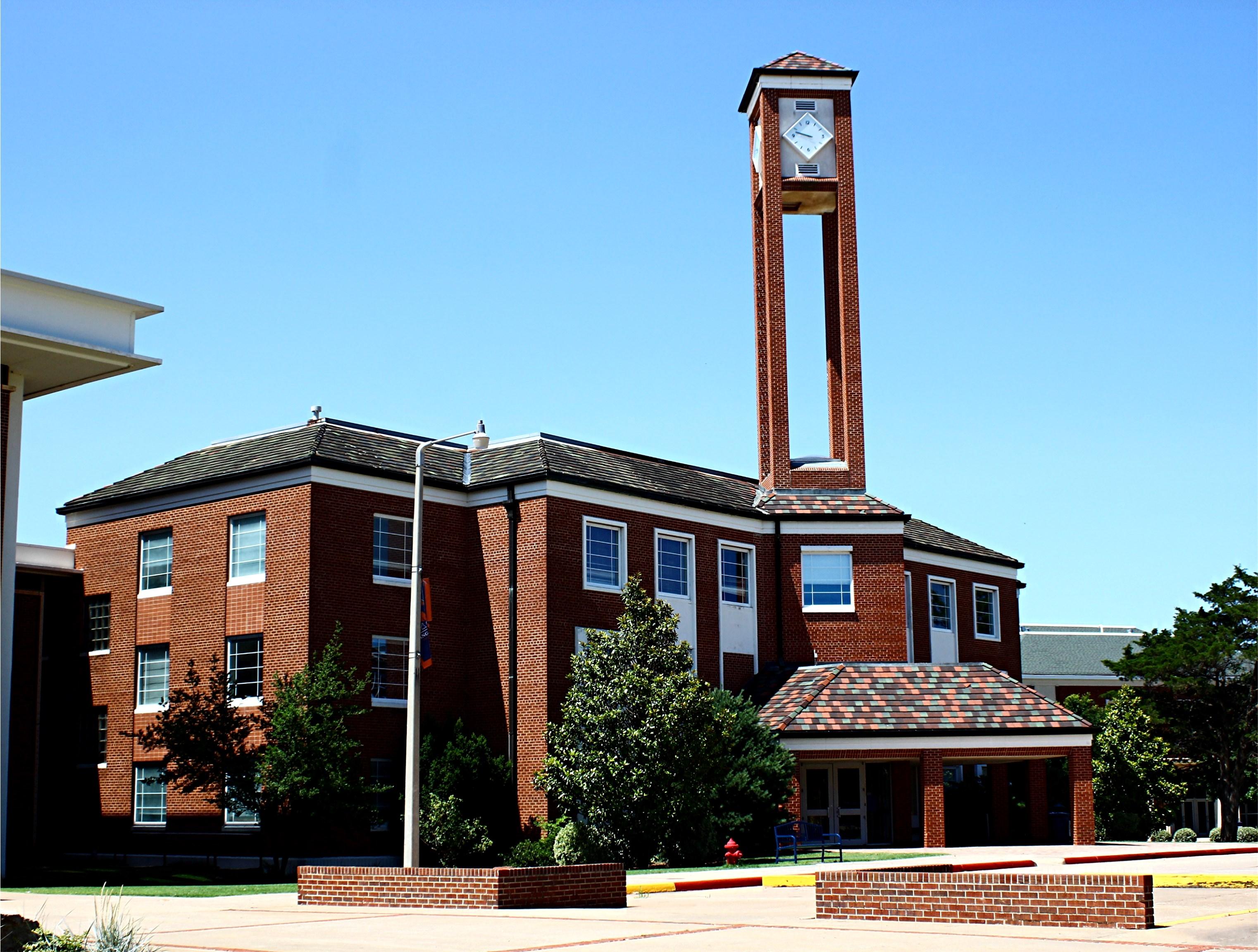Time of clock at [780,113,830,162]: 9:47
